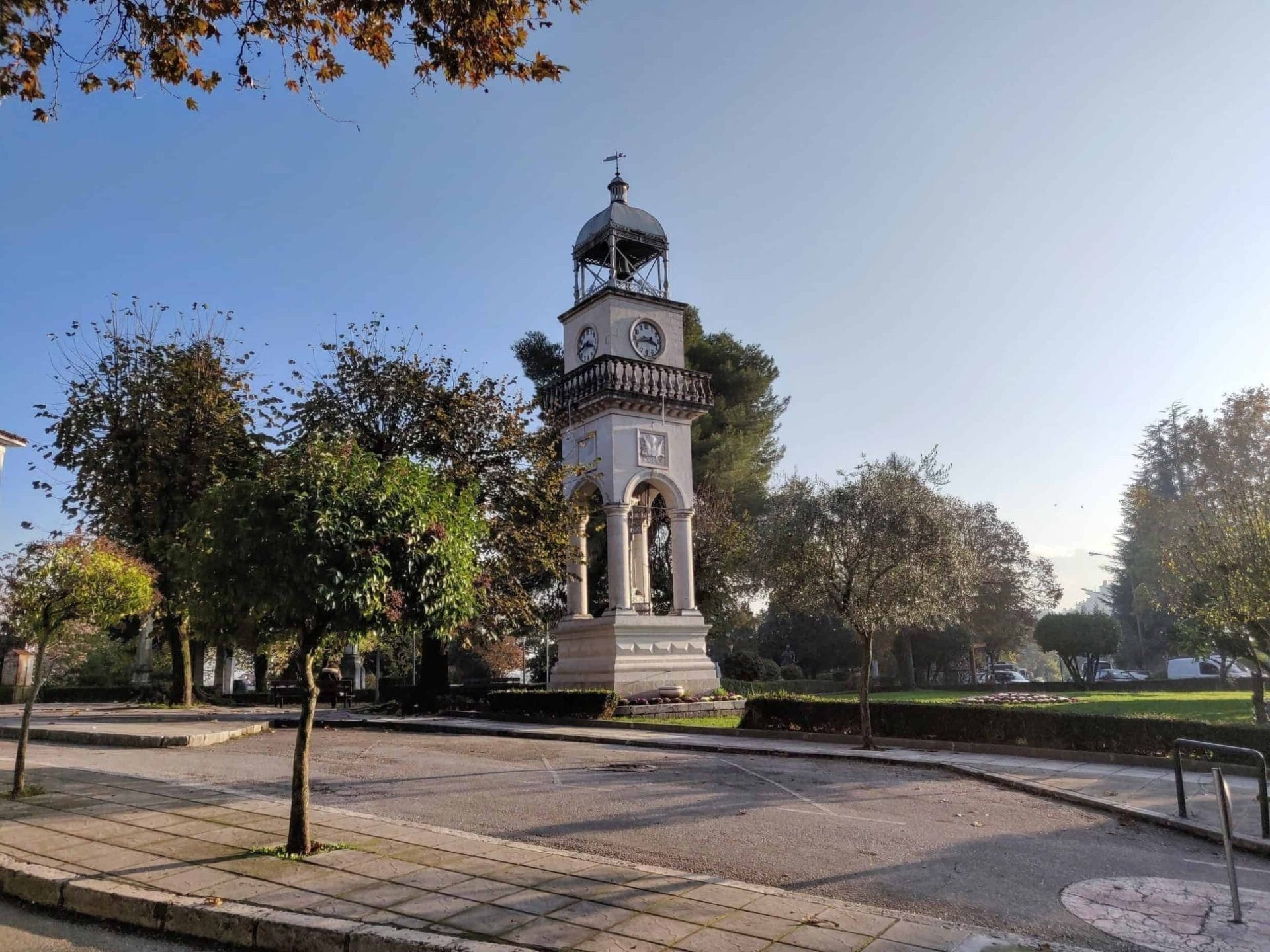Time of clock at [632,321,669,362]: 3:42
